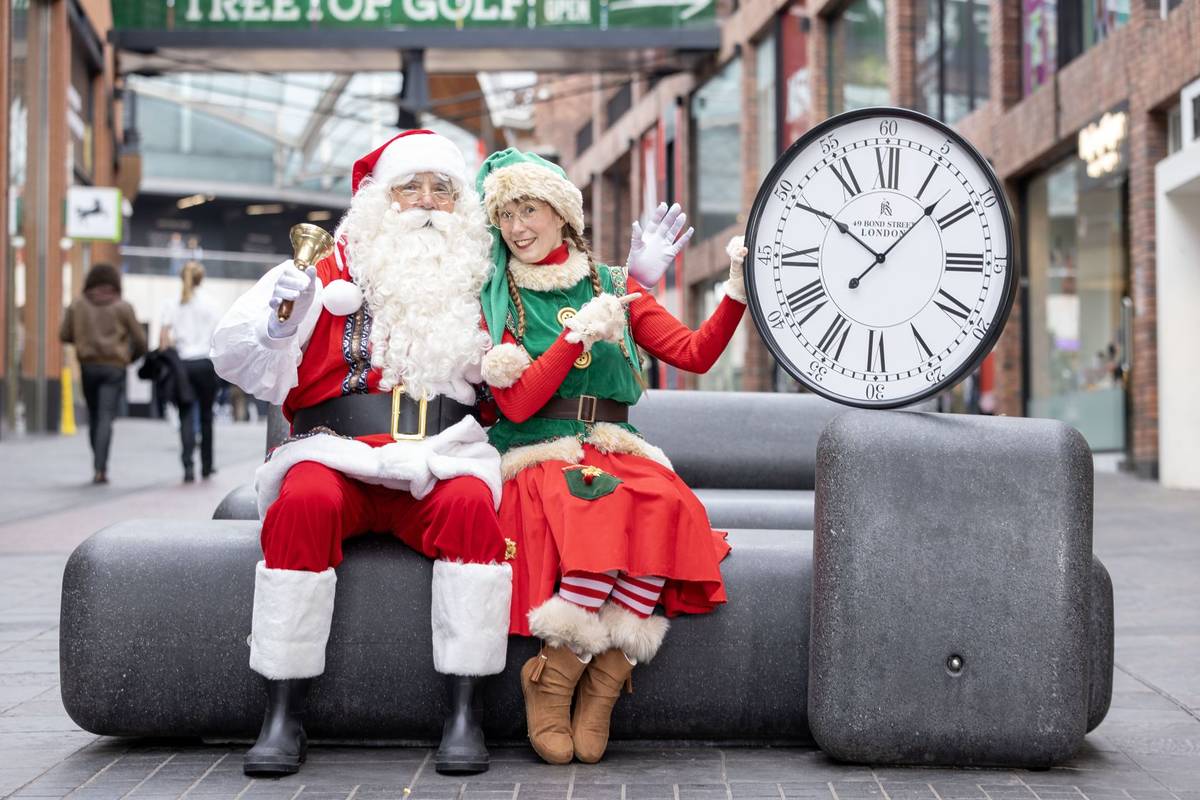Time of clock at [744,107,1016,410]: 10:07
